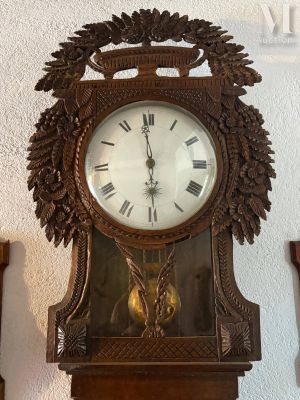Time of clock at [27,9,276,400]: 5:58
